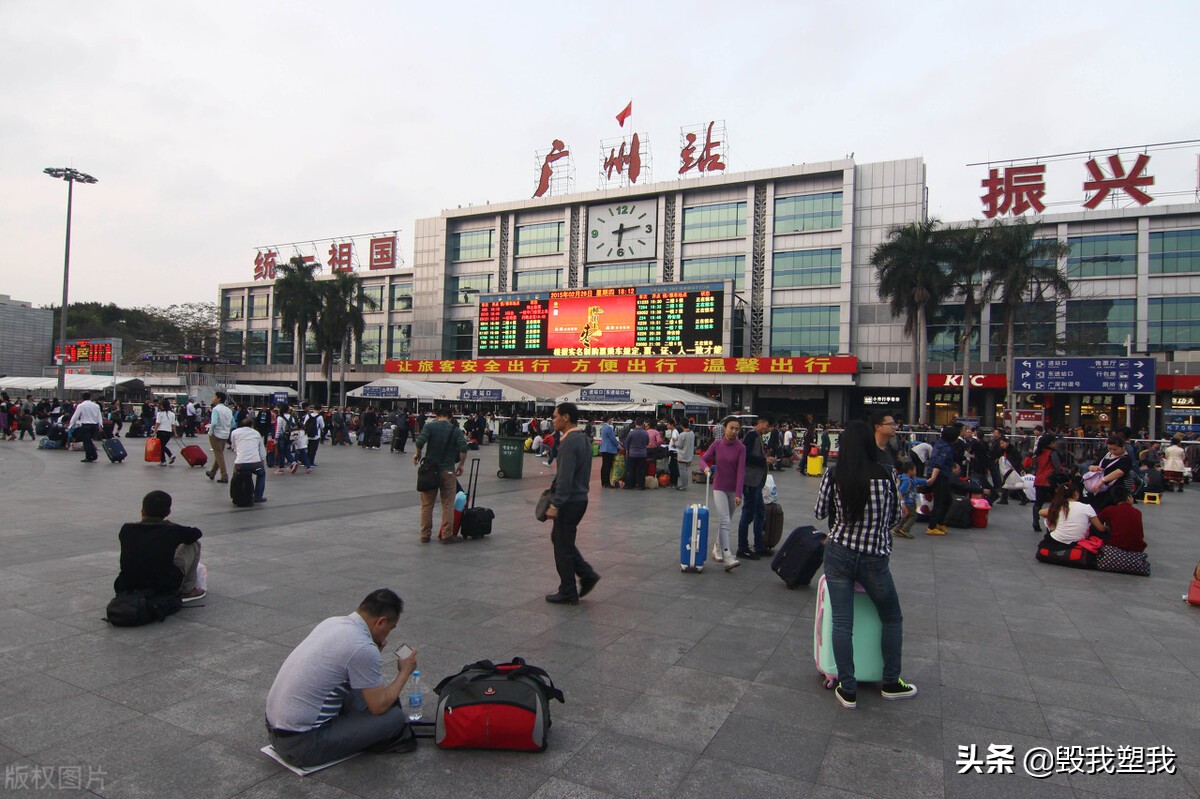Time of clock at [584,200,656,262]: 6:13
